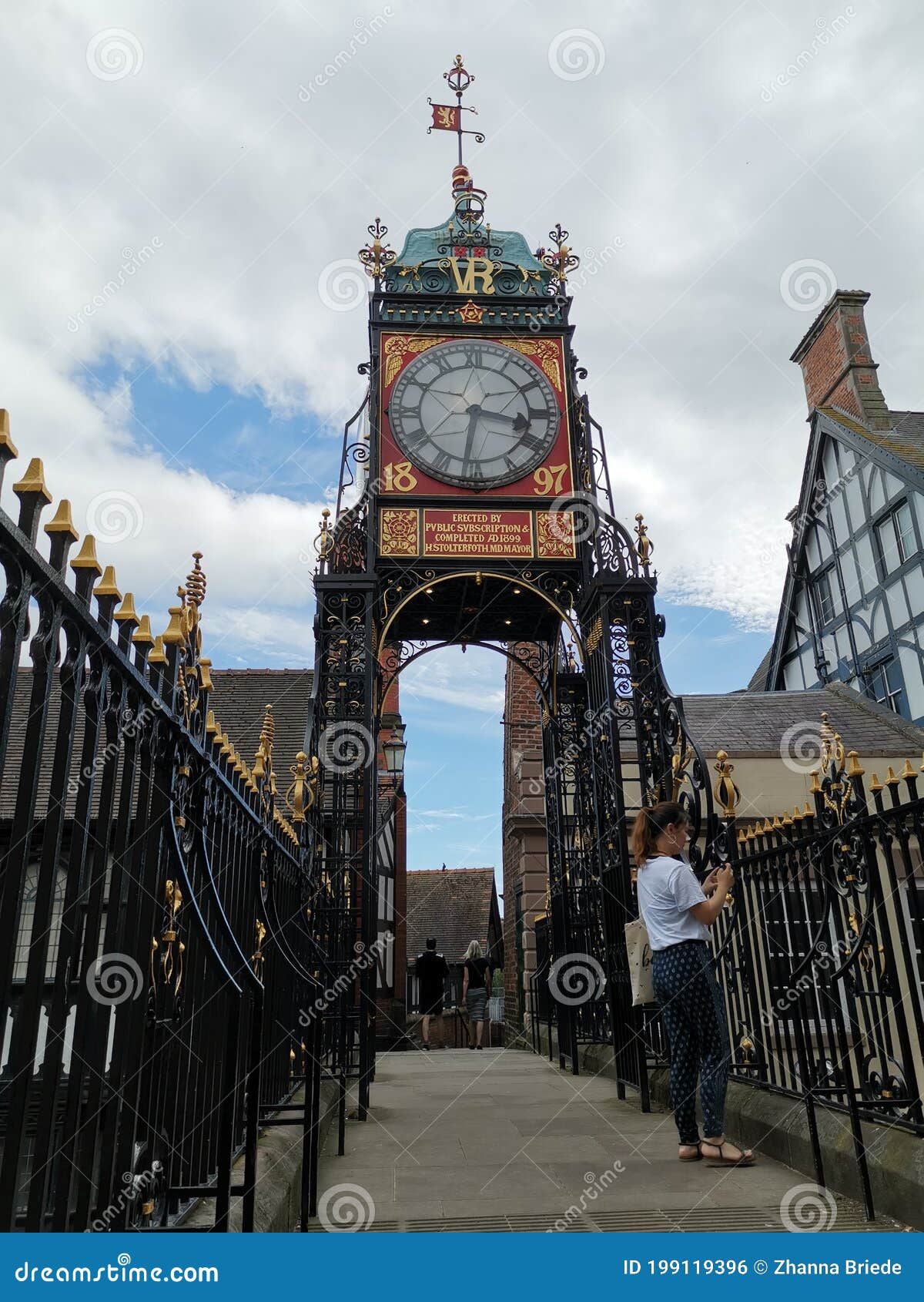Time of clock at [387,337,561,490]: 3:31
